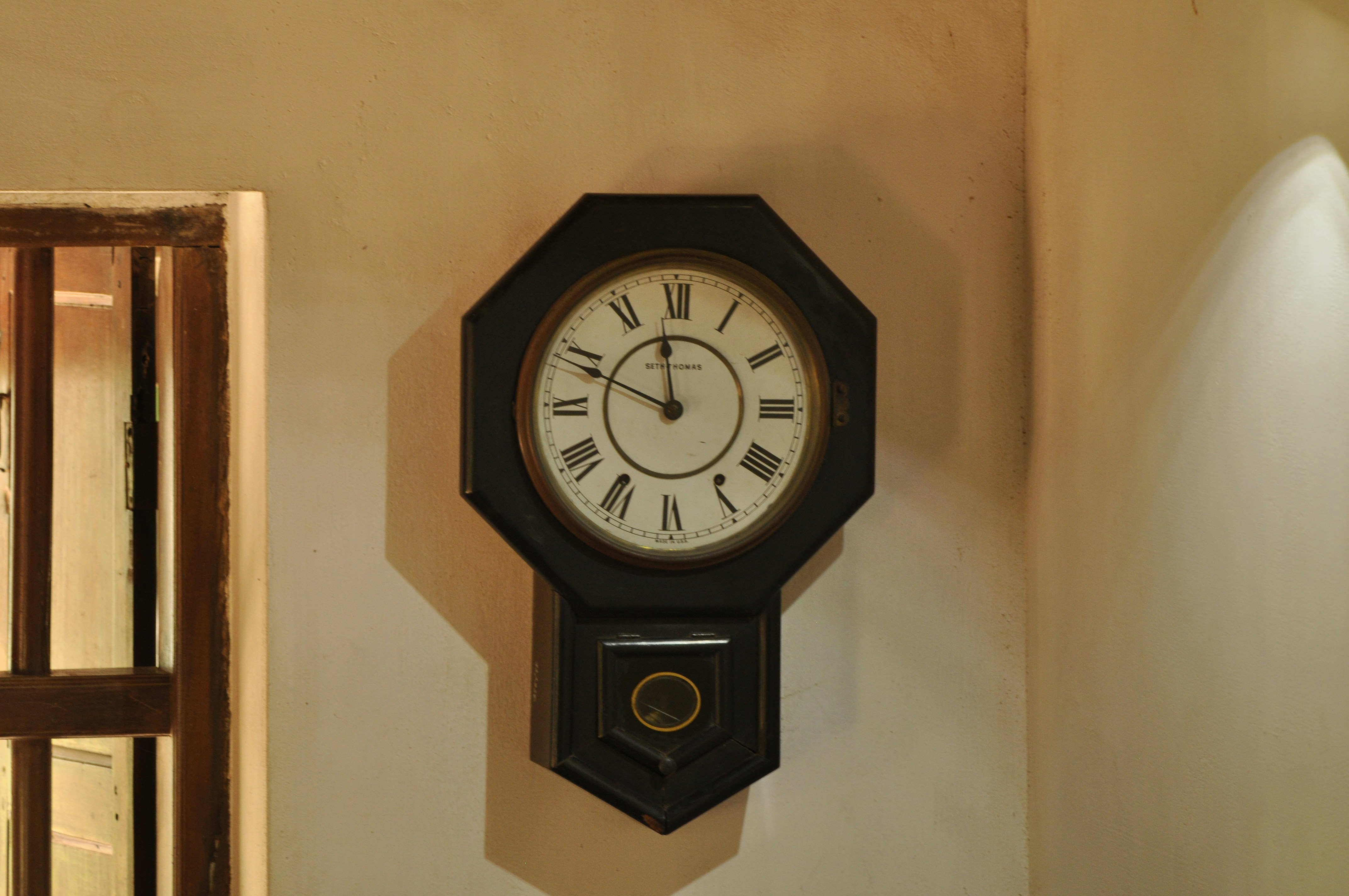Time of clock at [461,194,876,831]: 11:48
